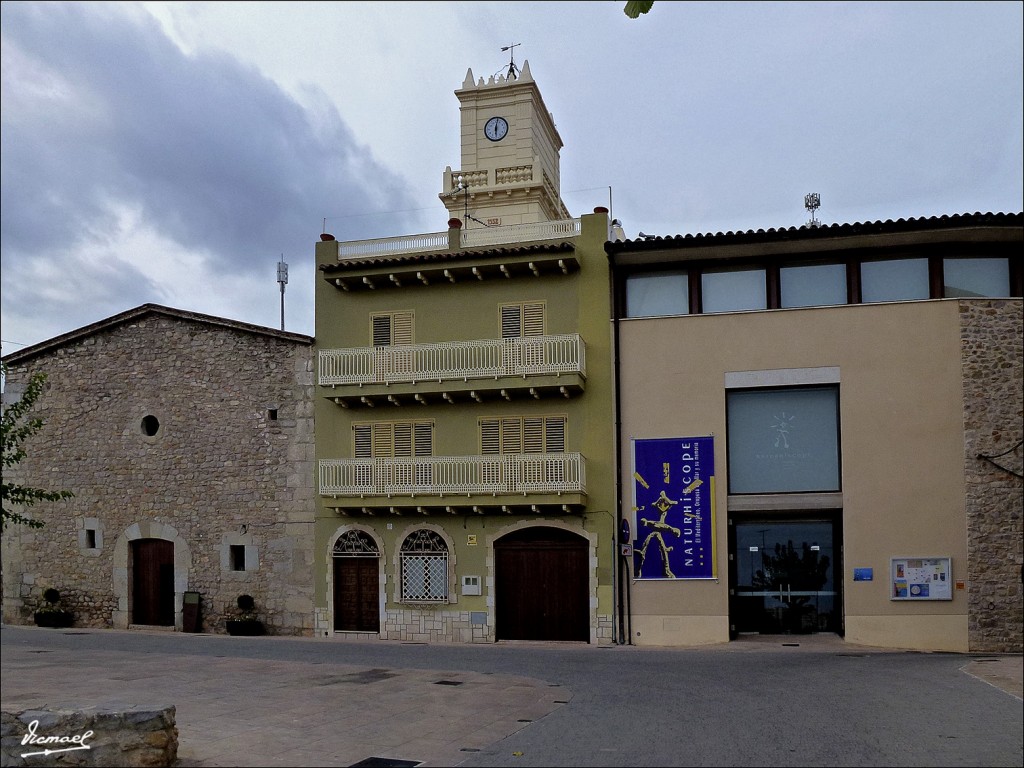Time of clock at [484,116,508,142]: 6:01
